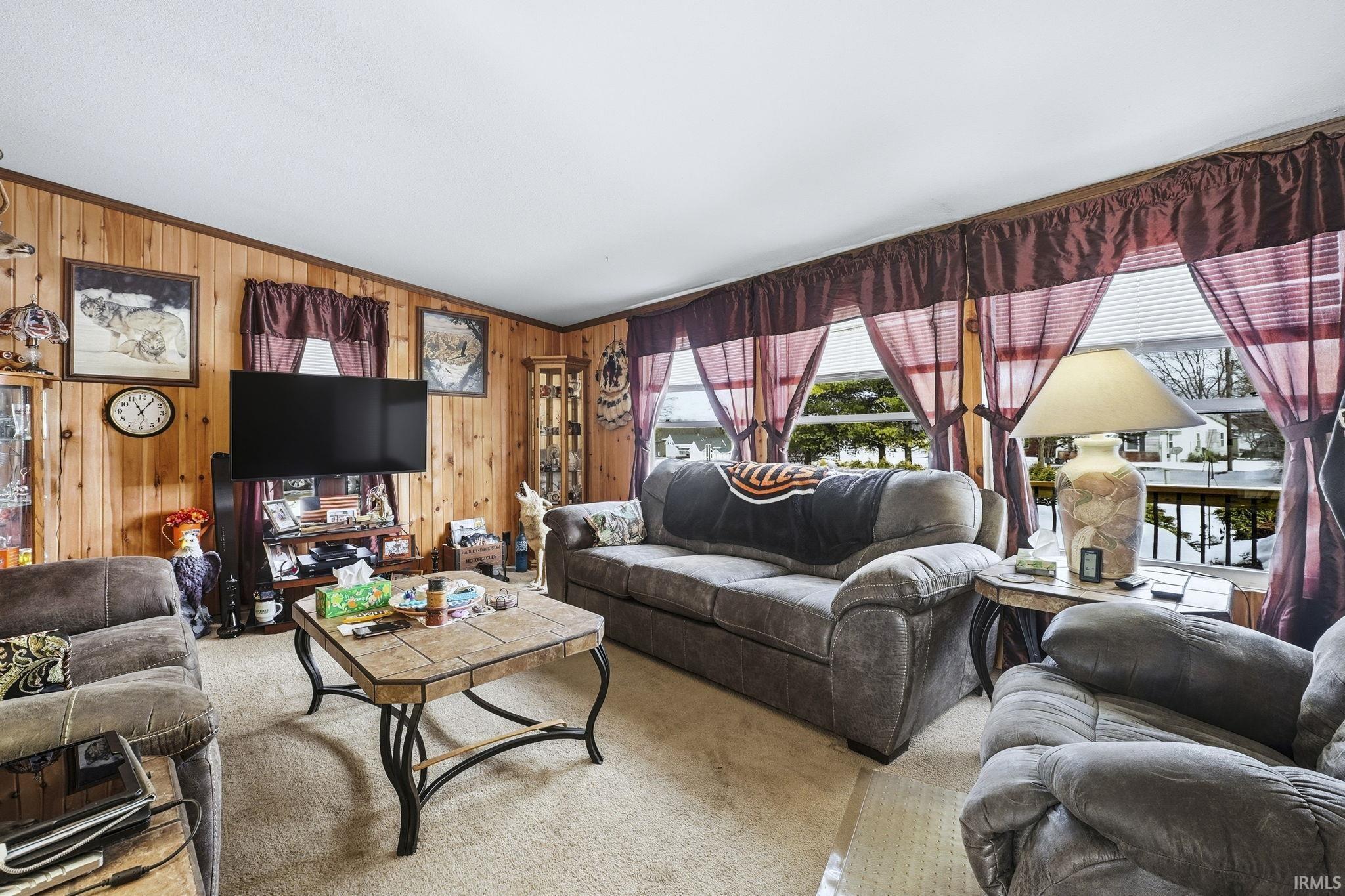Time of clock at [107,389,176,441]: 11:05
